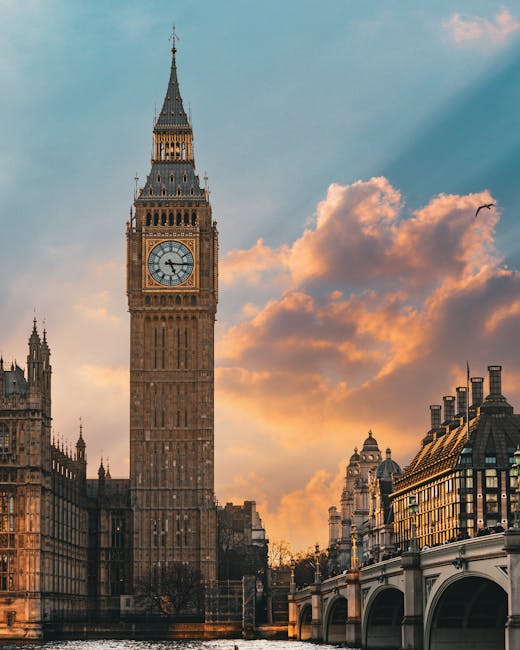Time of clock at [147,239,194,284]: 5:15
